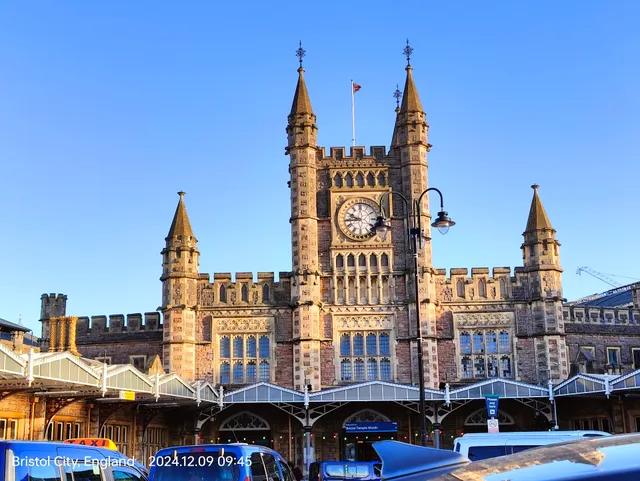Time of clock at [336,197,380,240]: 9:43
